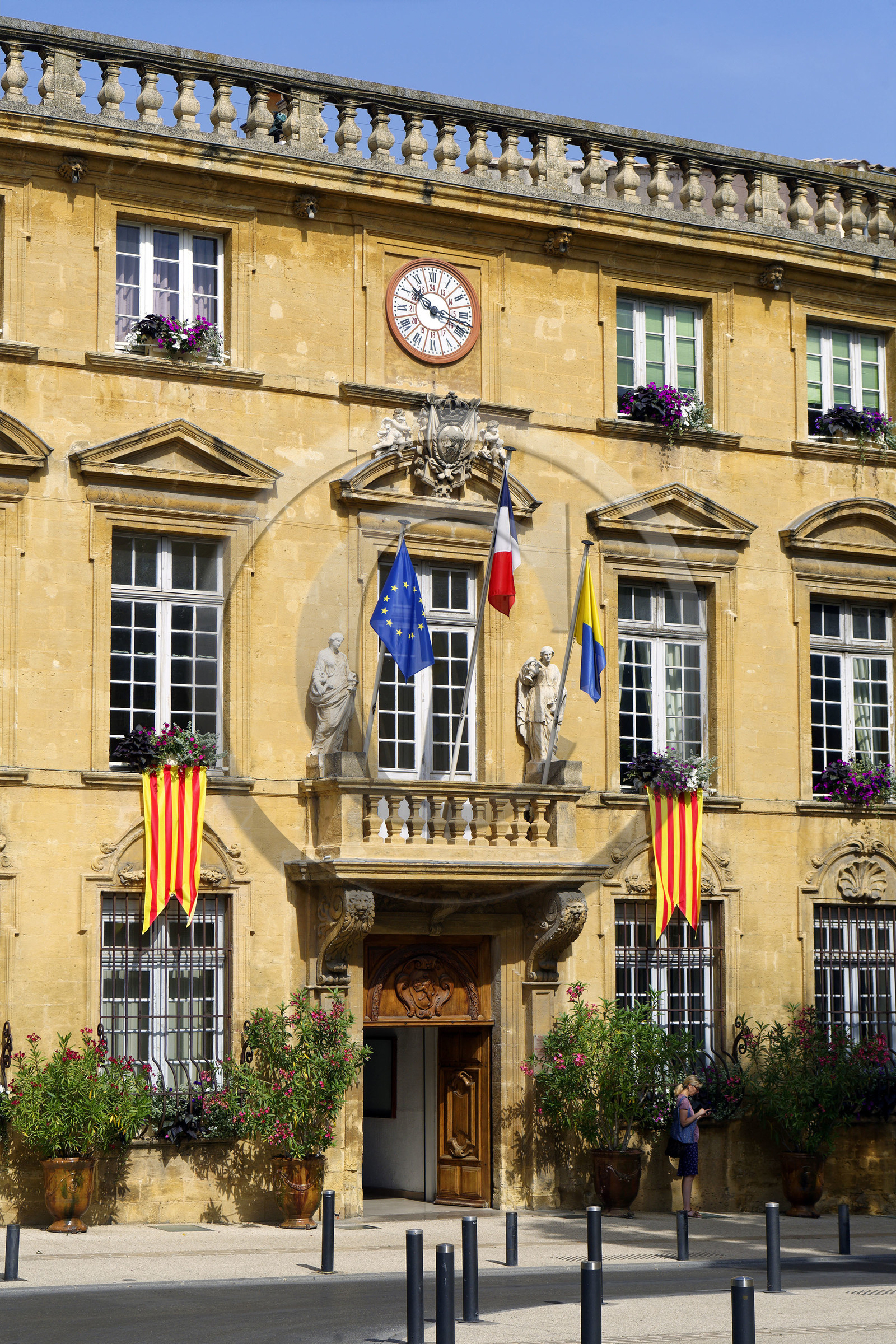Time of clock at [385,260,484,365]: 10:17
